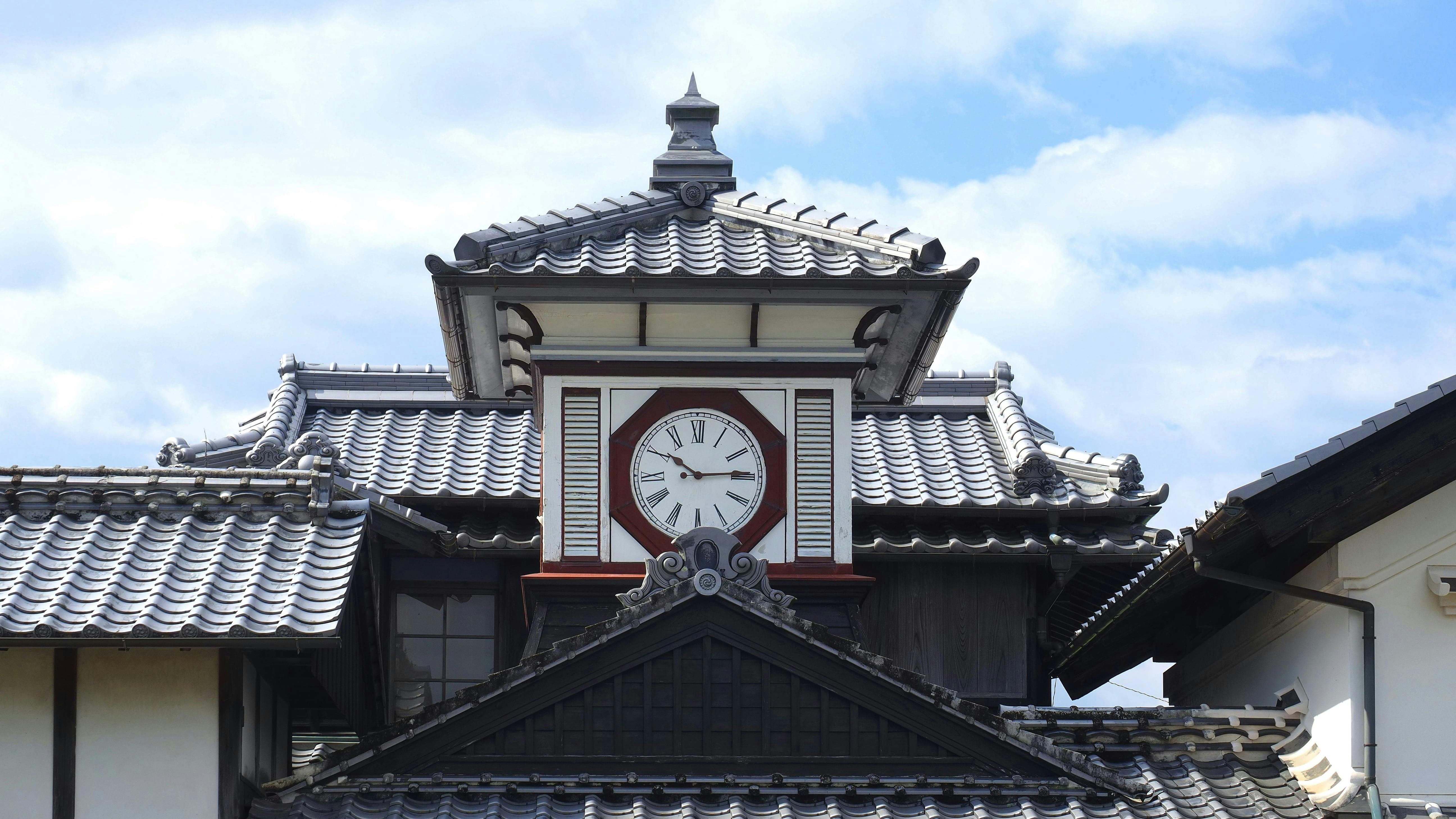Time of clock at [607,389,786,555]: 10:14
